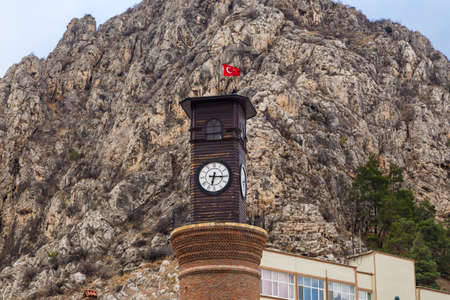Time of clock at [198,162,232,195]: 6:15
